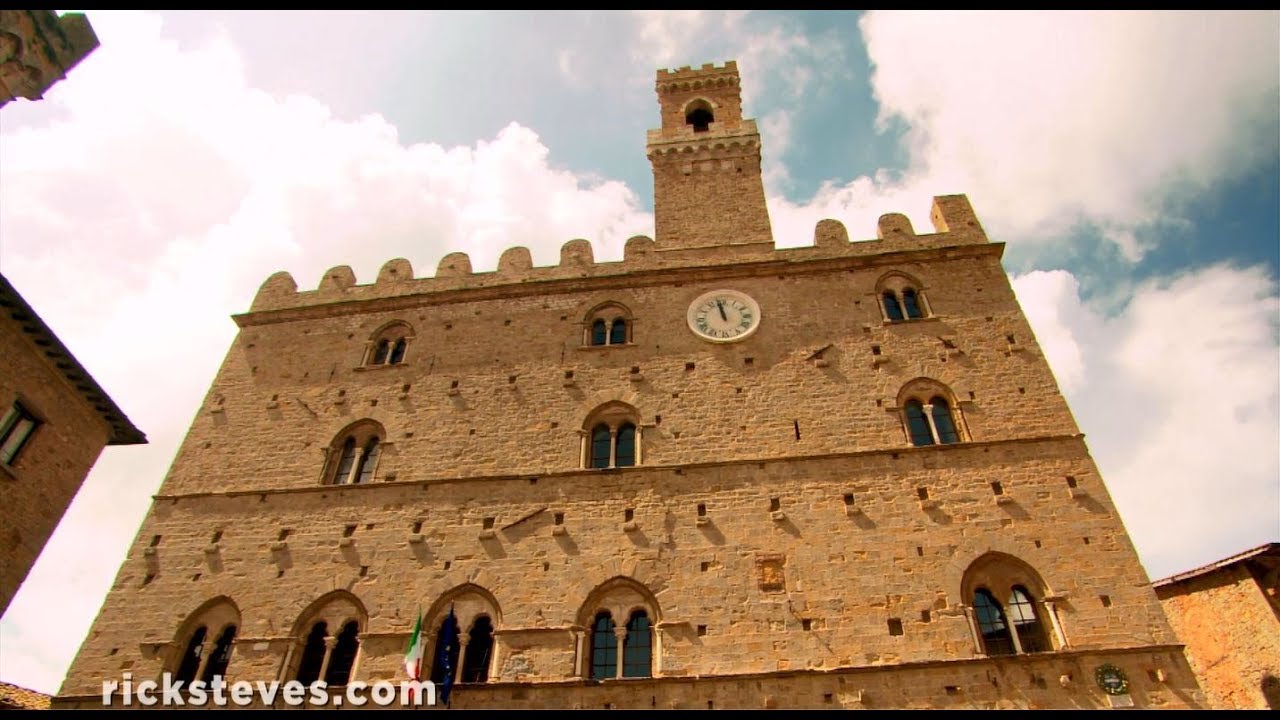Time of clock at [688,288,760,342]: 11:58
